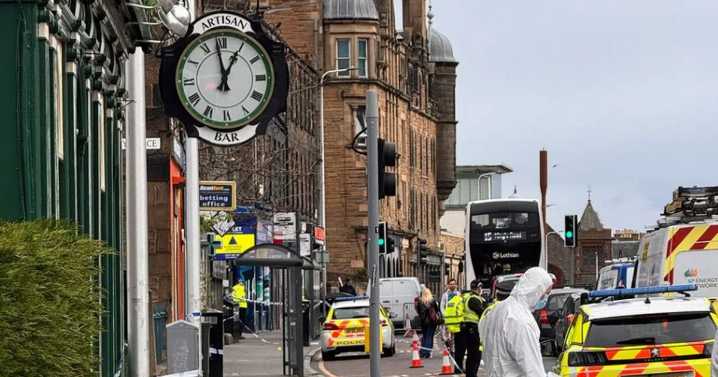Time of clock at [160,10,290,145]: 12:58
